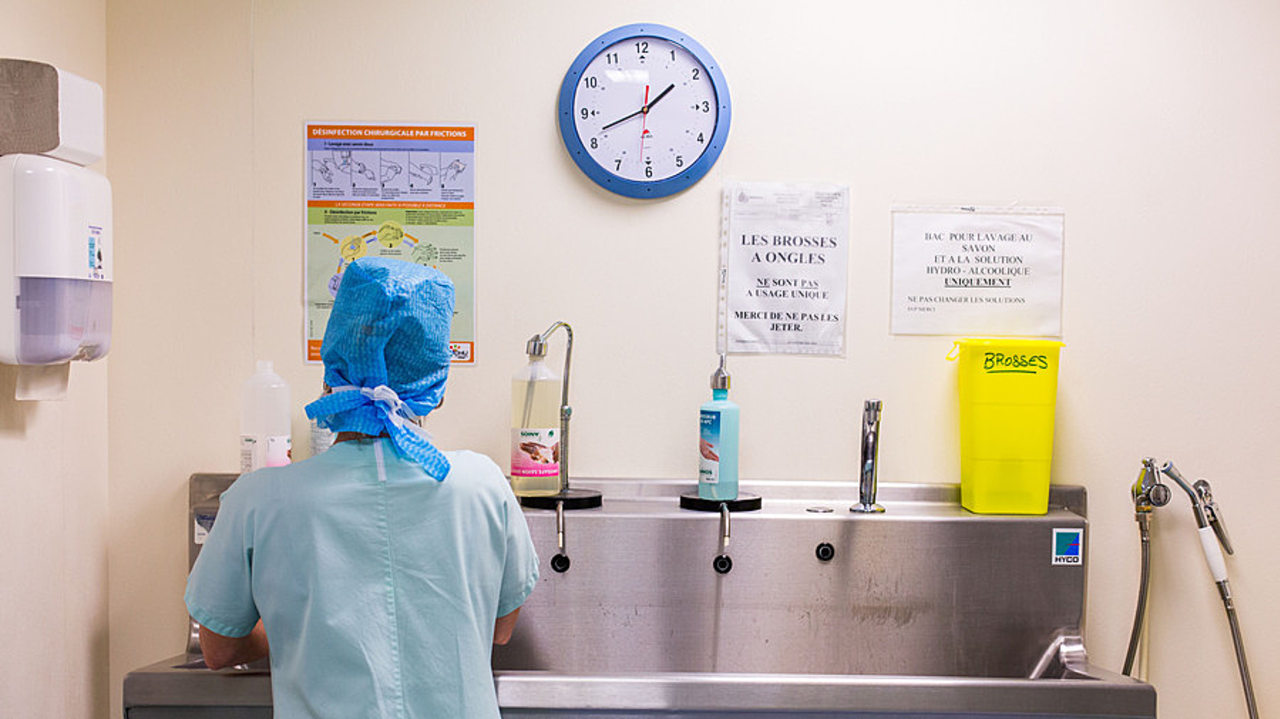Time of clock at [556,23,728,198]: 1:41
